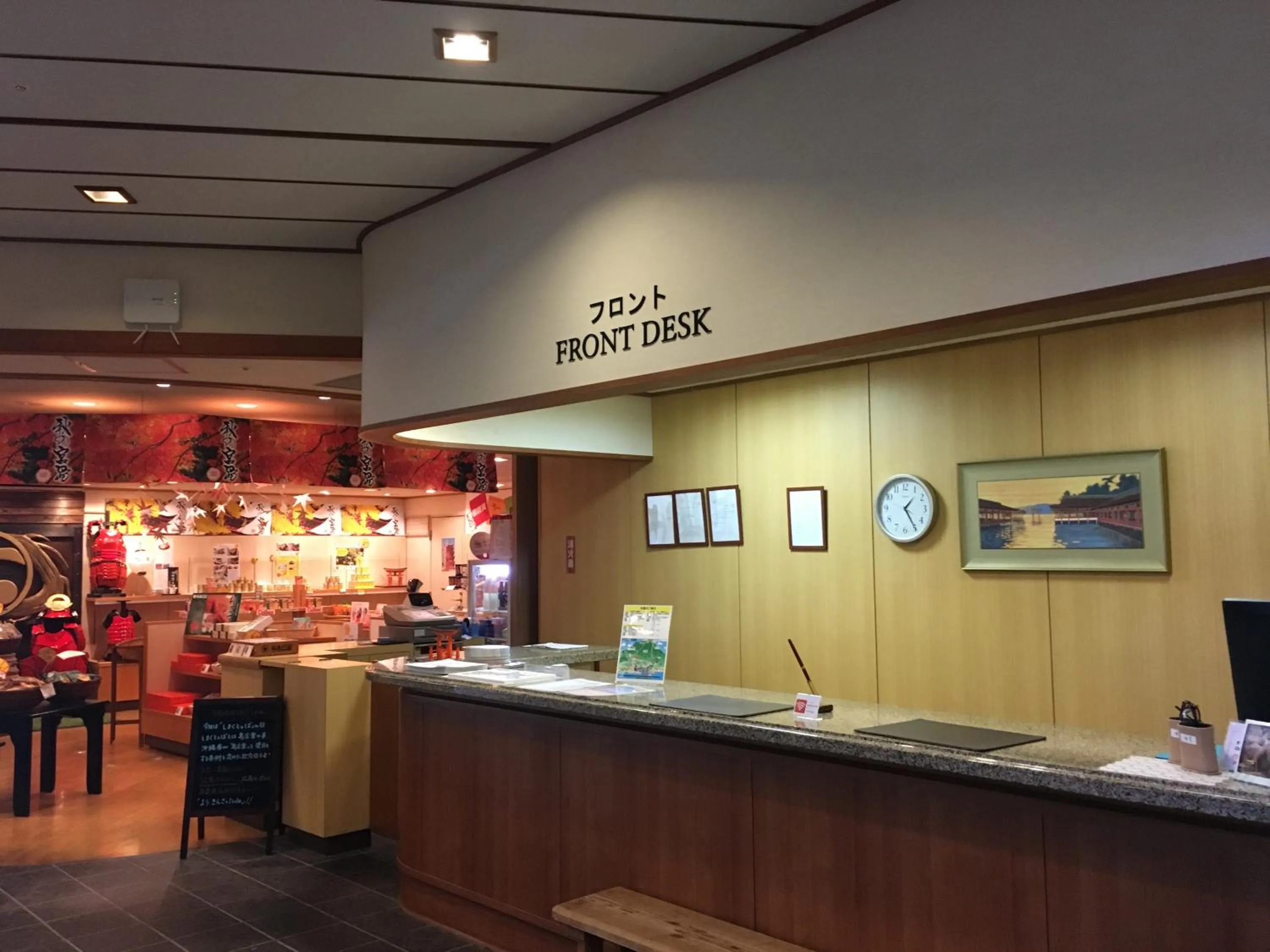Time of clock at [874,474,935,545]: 1:24
